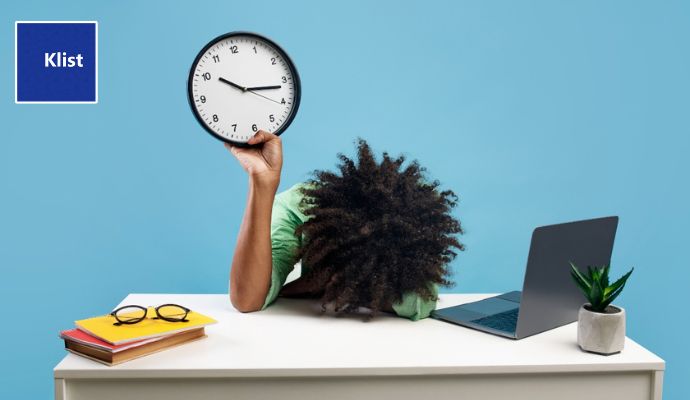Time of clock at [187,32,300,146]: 10:16
